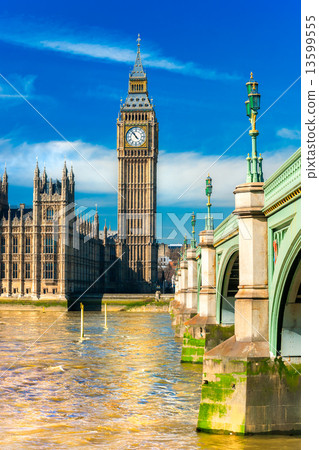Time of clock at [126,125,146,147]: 10:53
